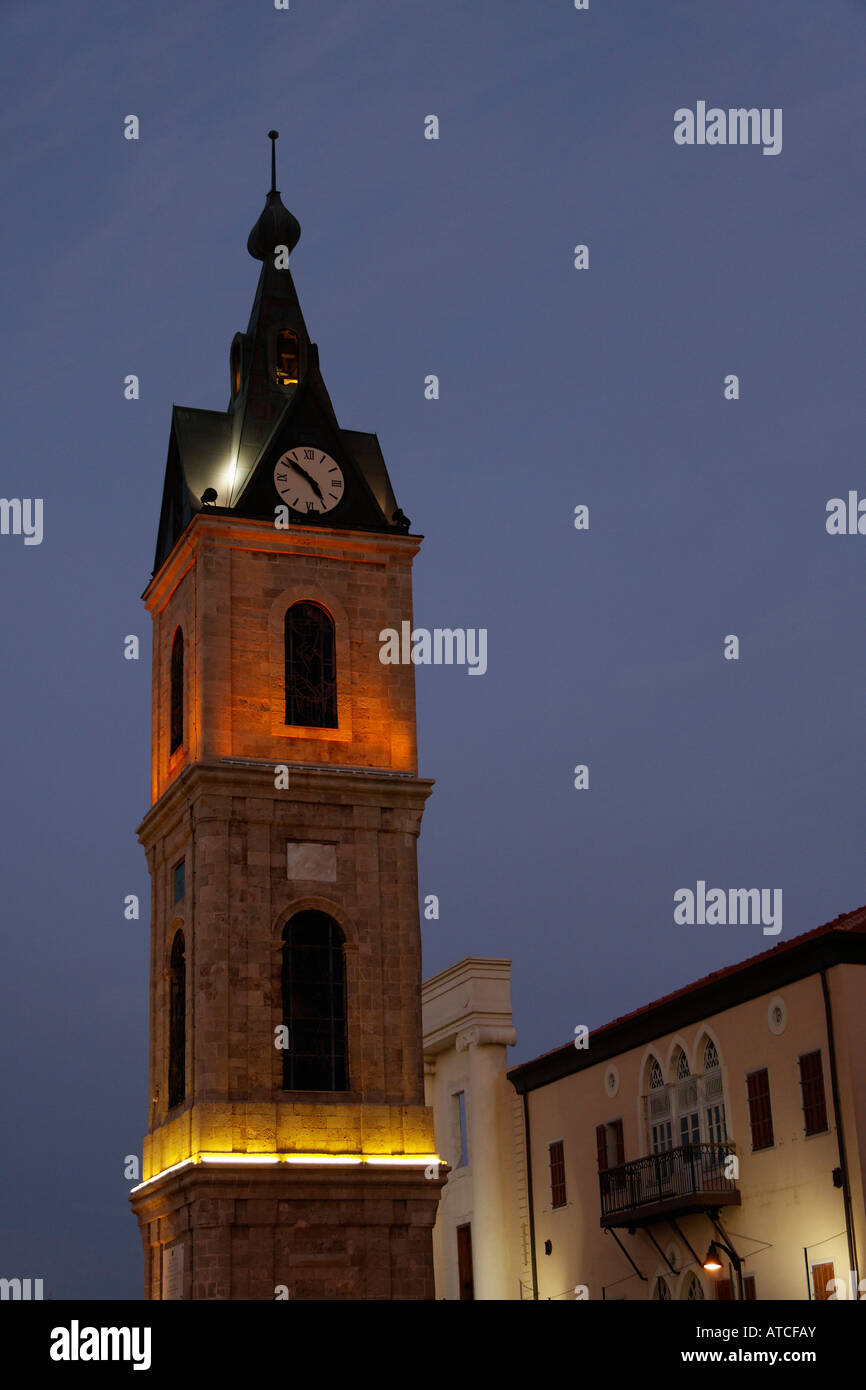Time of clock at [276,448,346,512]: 4:51
